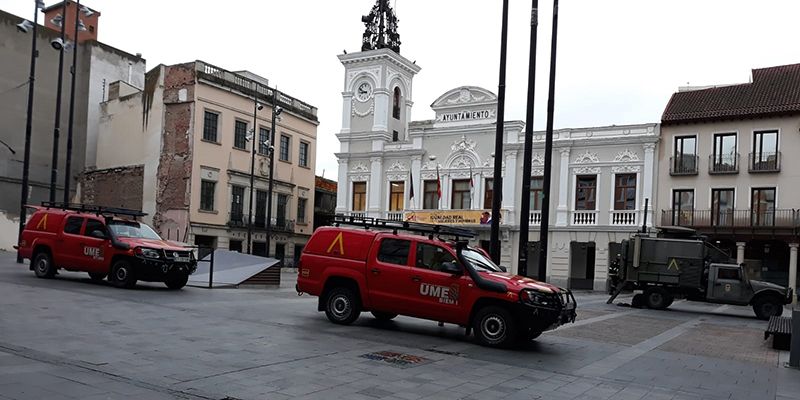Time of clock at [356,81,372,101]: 8:49
